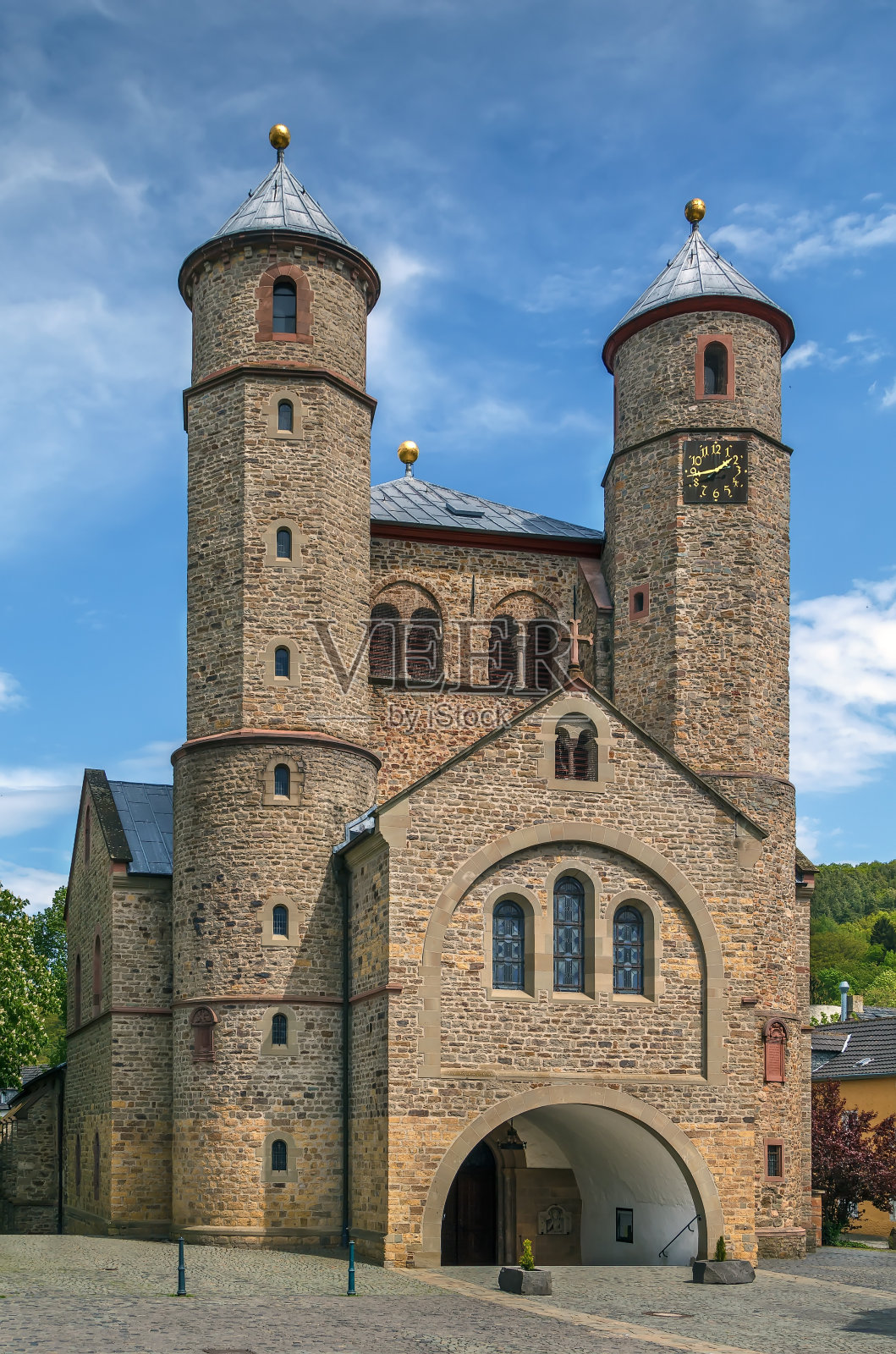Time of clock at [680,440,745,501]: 1:43
